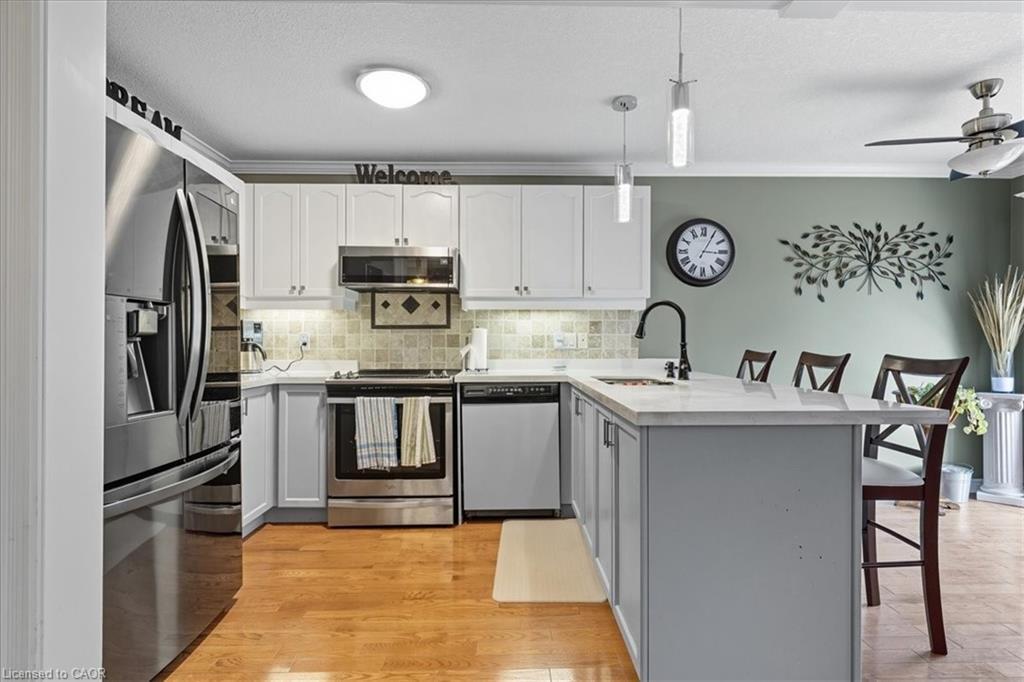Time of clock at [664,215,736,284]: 3:05
